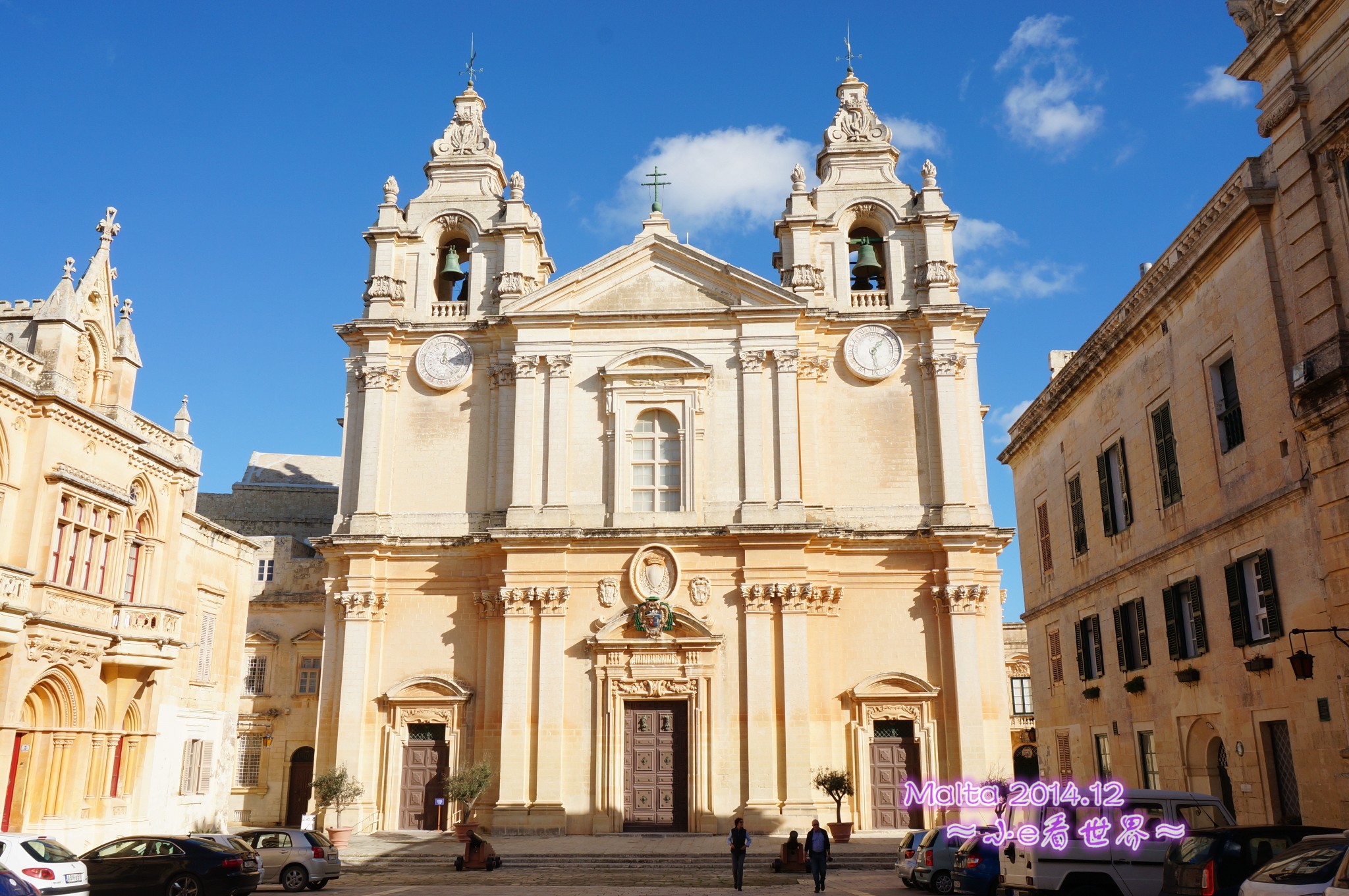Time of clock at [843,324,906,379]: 1:28
